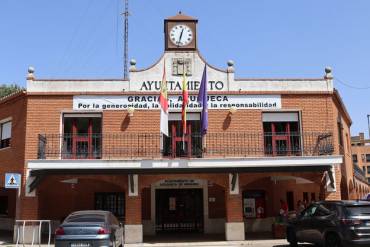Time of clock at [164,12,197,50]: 12:32
